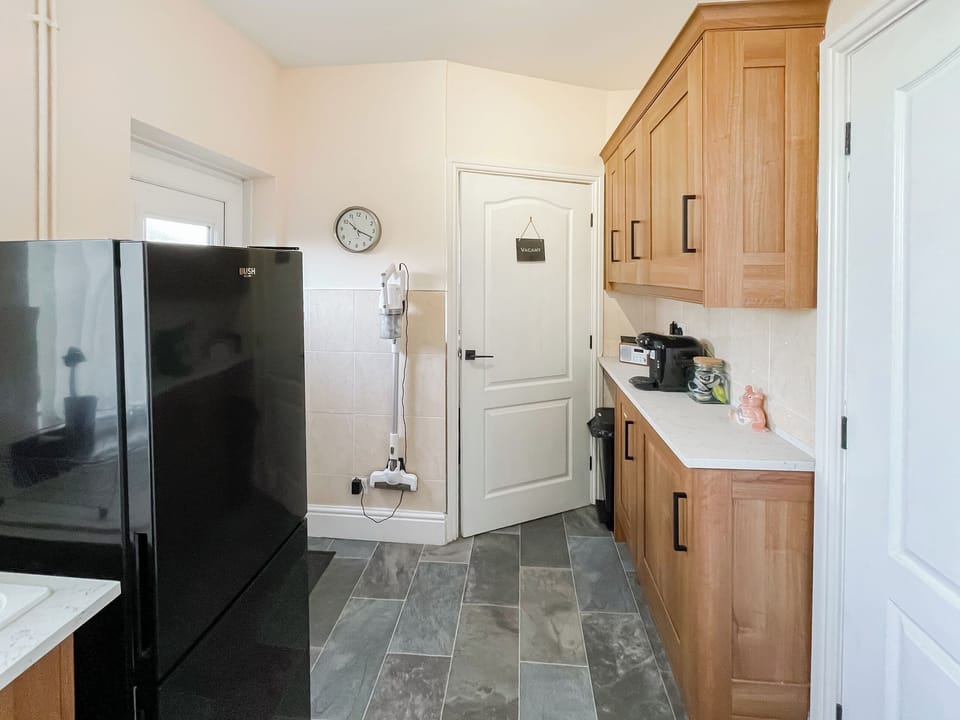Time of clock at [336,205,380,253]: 10:18
